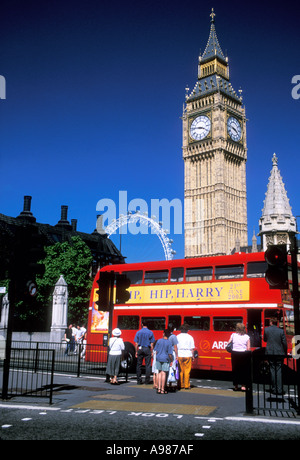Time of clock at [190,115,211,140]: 3:46
